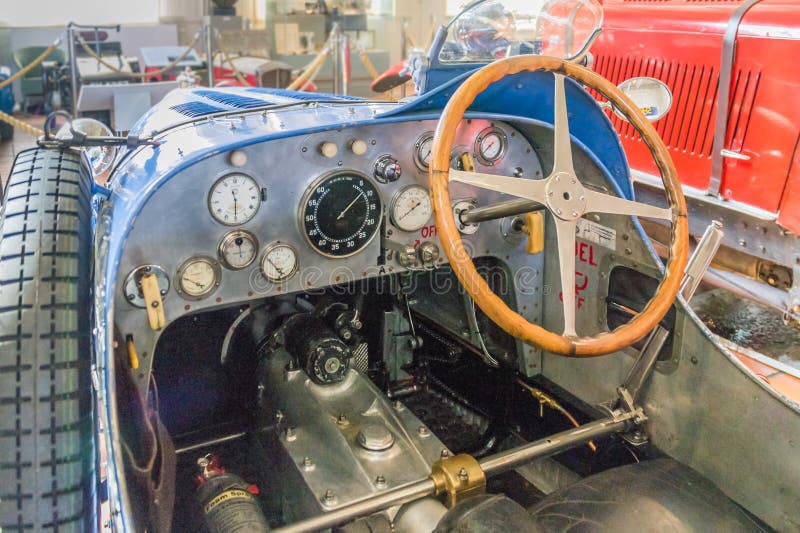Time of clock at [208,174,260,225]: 11:29
